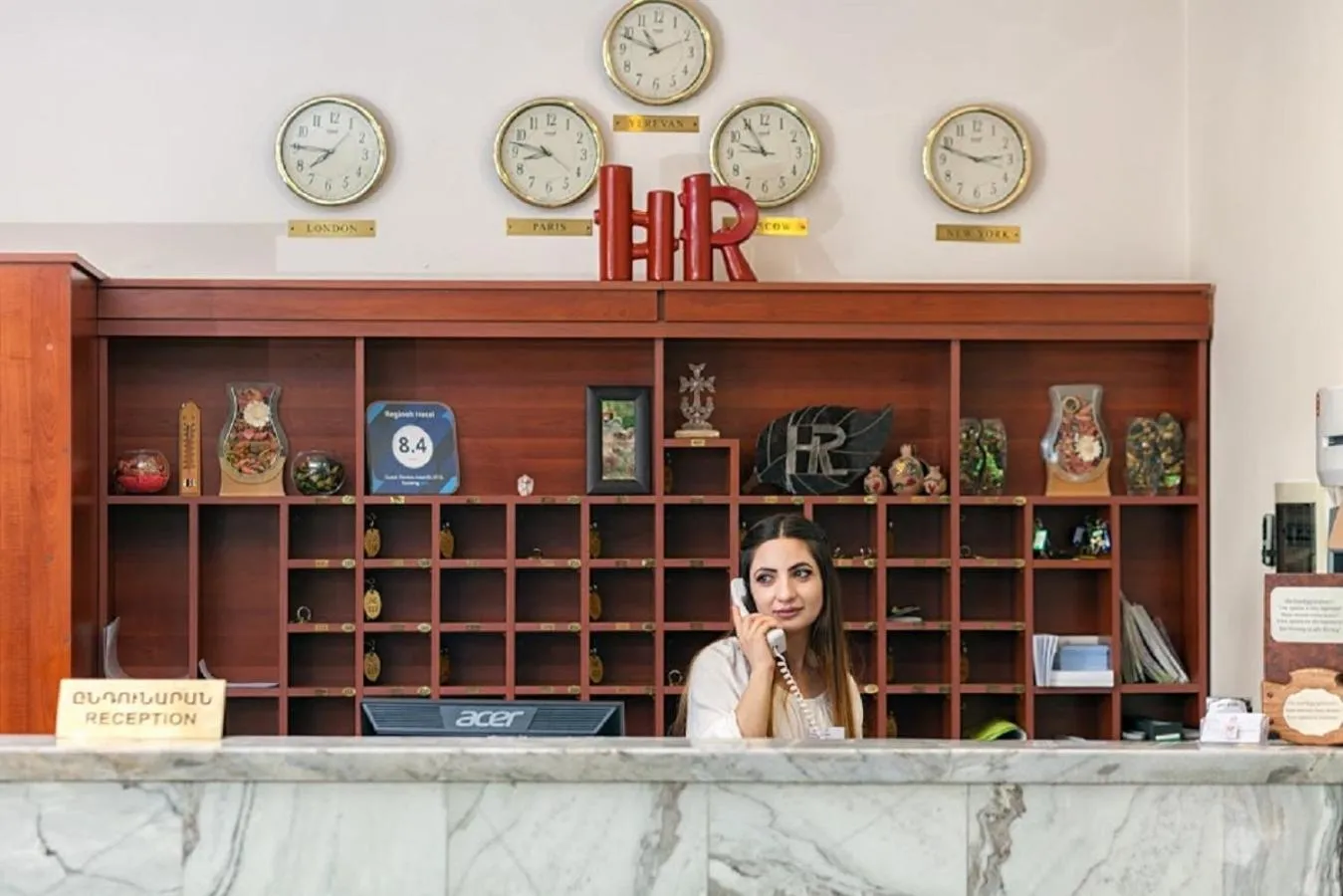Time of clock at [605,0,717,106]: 10:48
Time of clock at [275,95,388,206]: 7:45
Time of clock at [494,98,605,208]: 8:21
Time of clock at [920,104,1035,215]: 2:48
